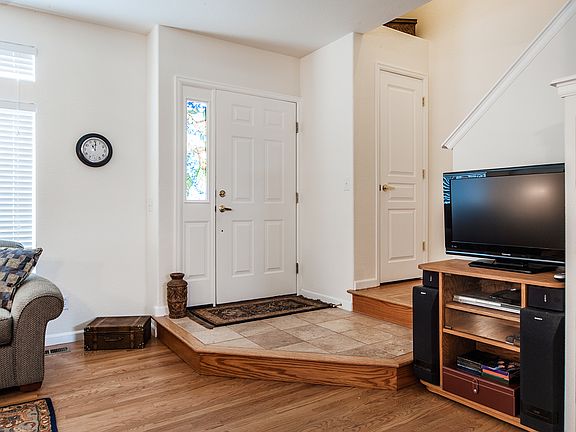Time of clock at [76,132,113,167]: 11:00
